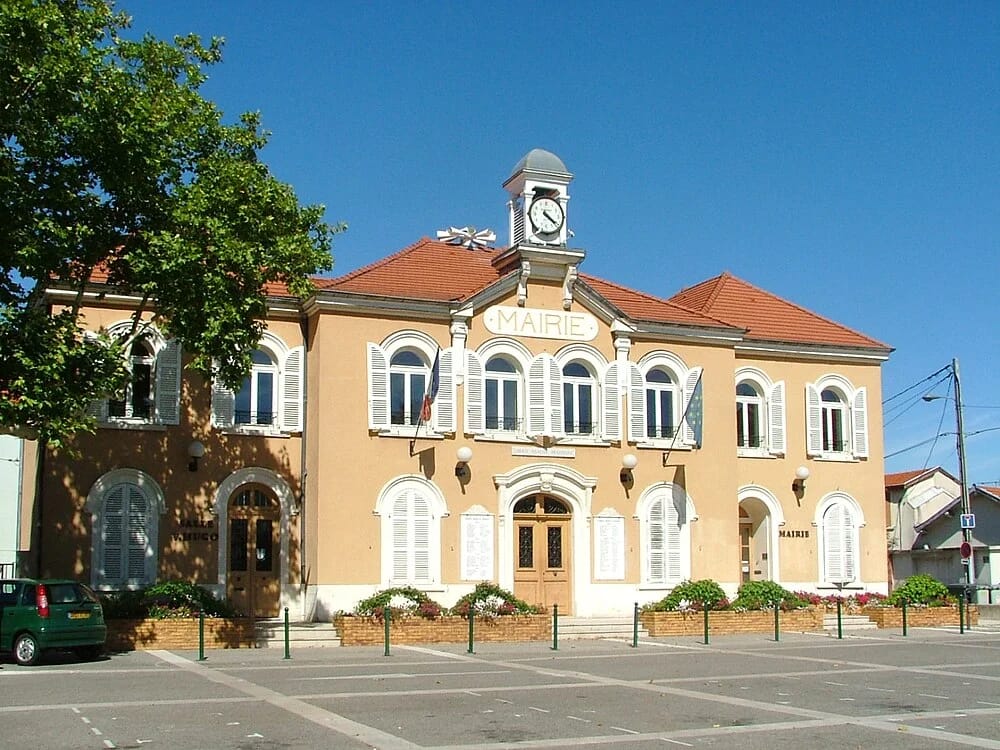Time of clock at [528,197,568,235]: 4:20
